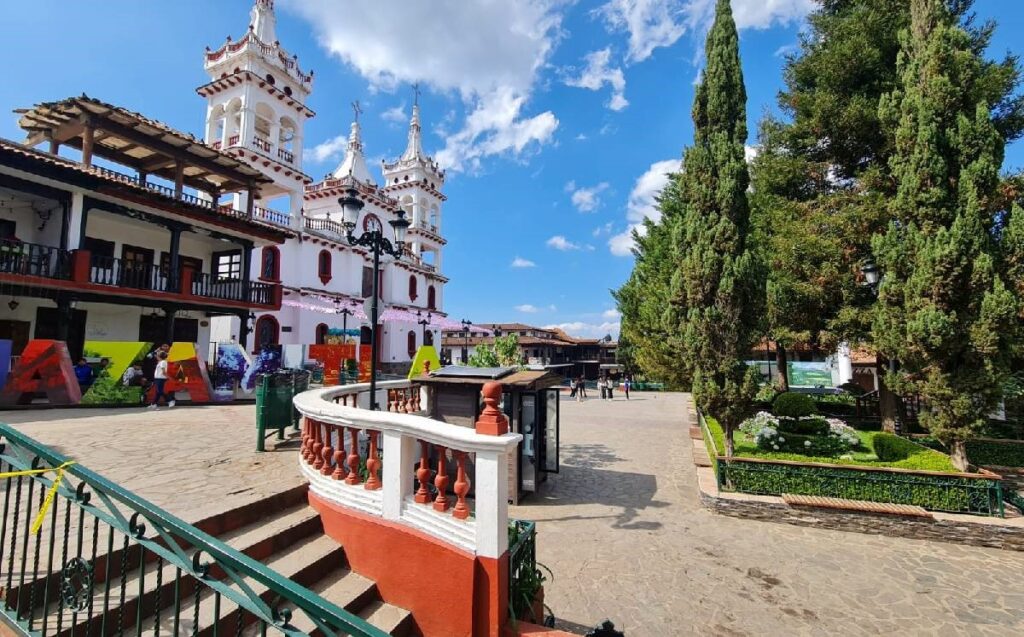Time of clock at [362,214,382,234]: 11:56
